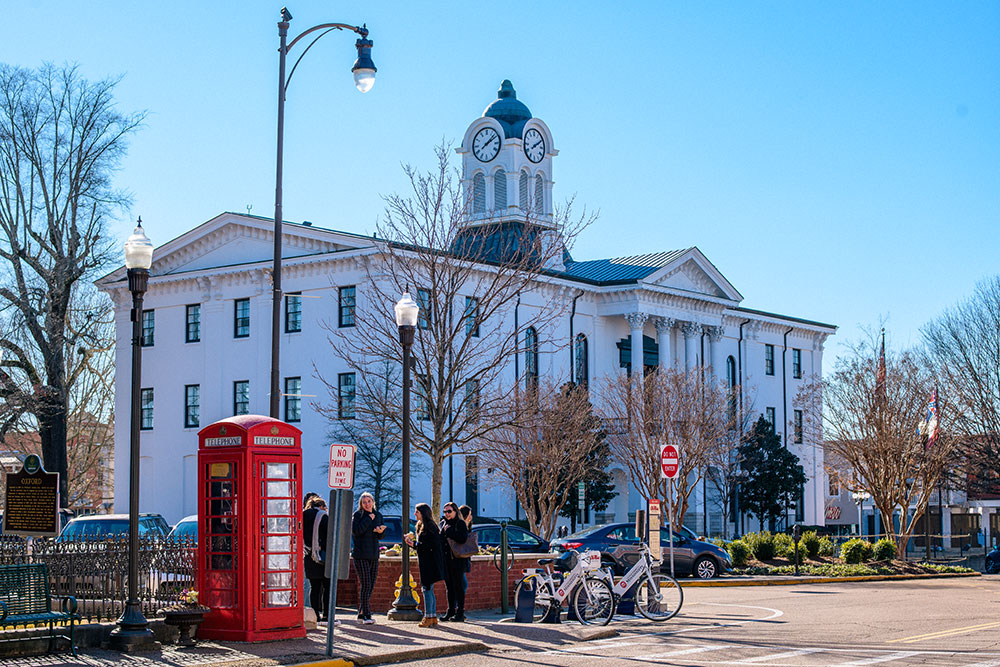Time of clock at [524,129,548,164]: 2:09
